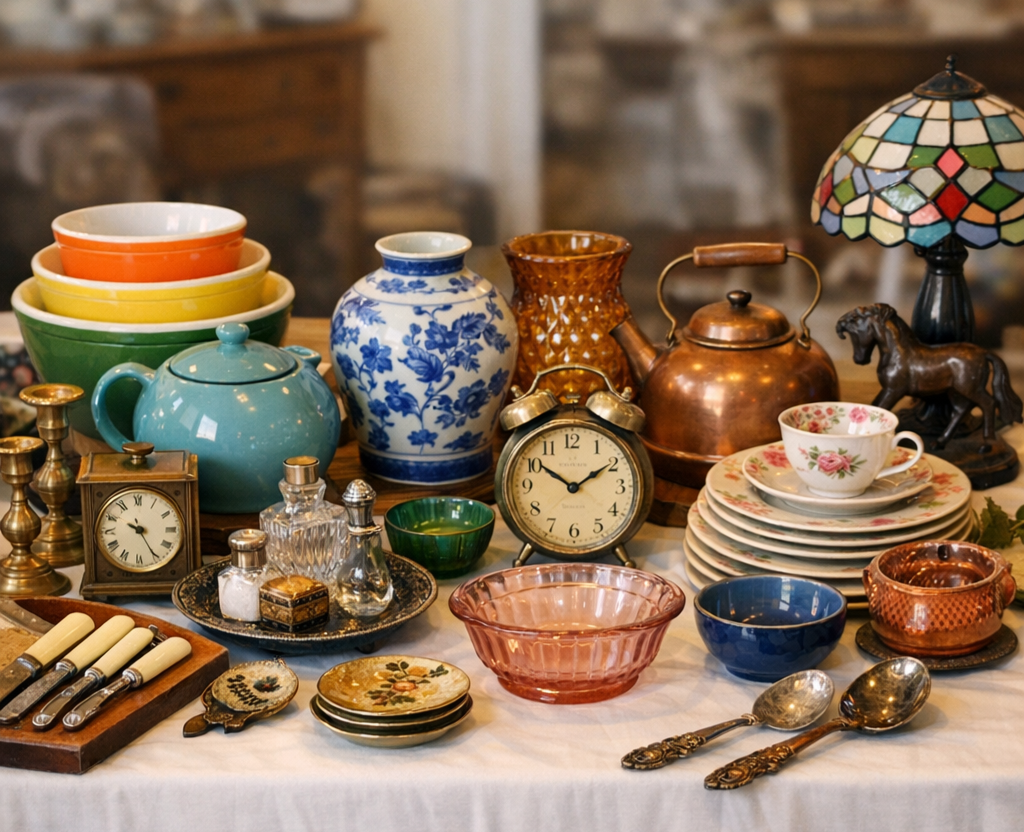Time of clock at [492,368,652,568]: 1:51
